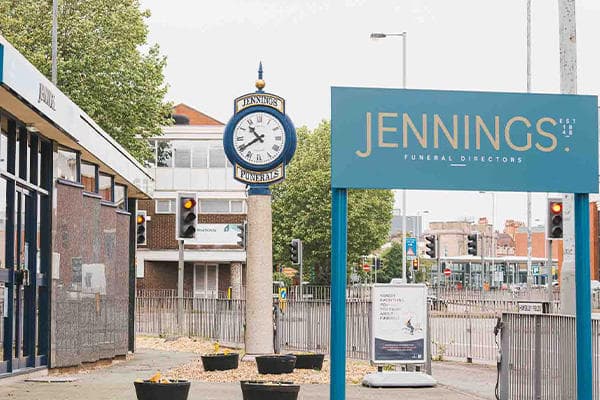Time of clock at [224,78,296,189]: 10:39
